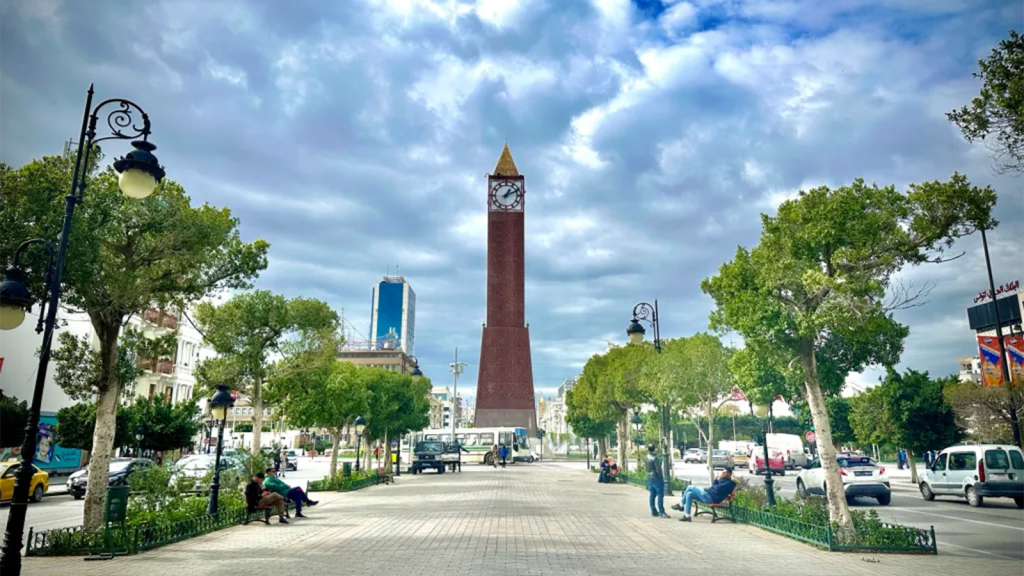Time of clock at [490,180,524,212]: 1:11
